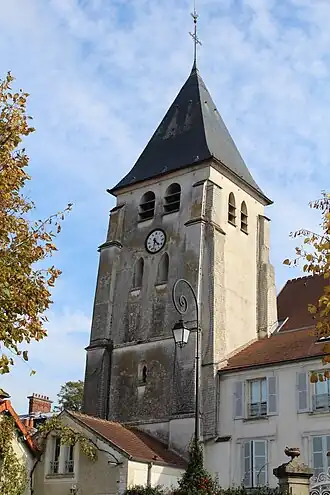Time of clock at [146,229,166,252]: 4:32
